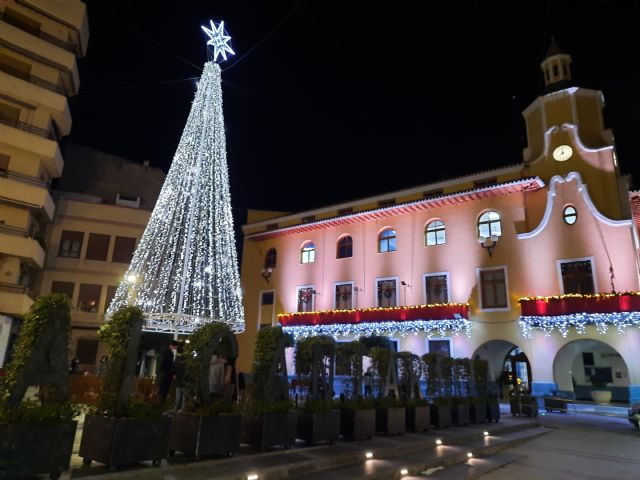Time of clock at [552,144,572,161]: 7:59
